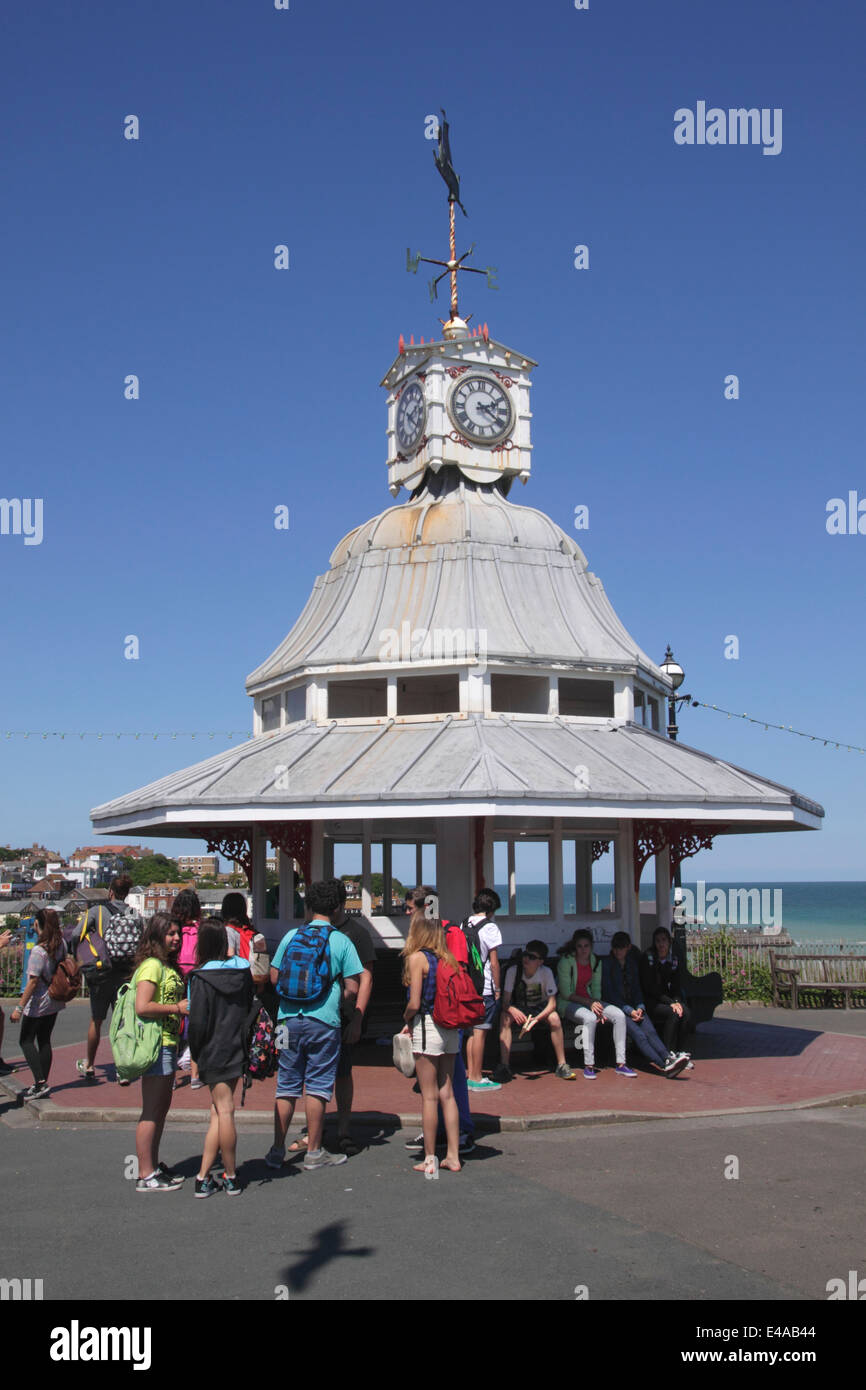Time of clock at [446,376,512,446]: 2:21
